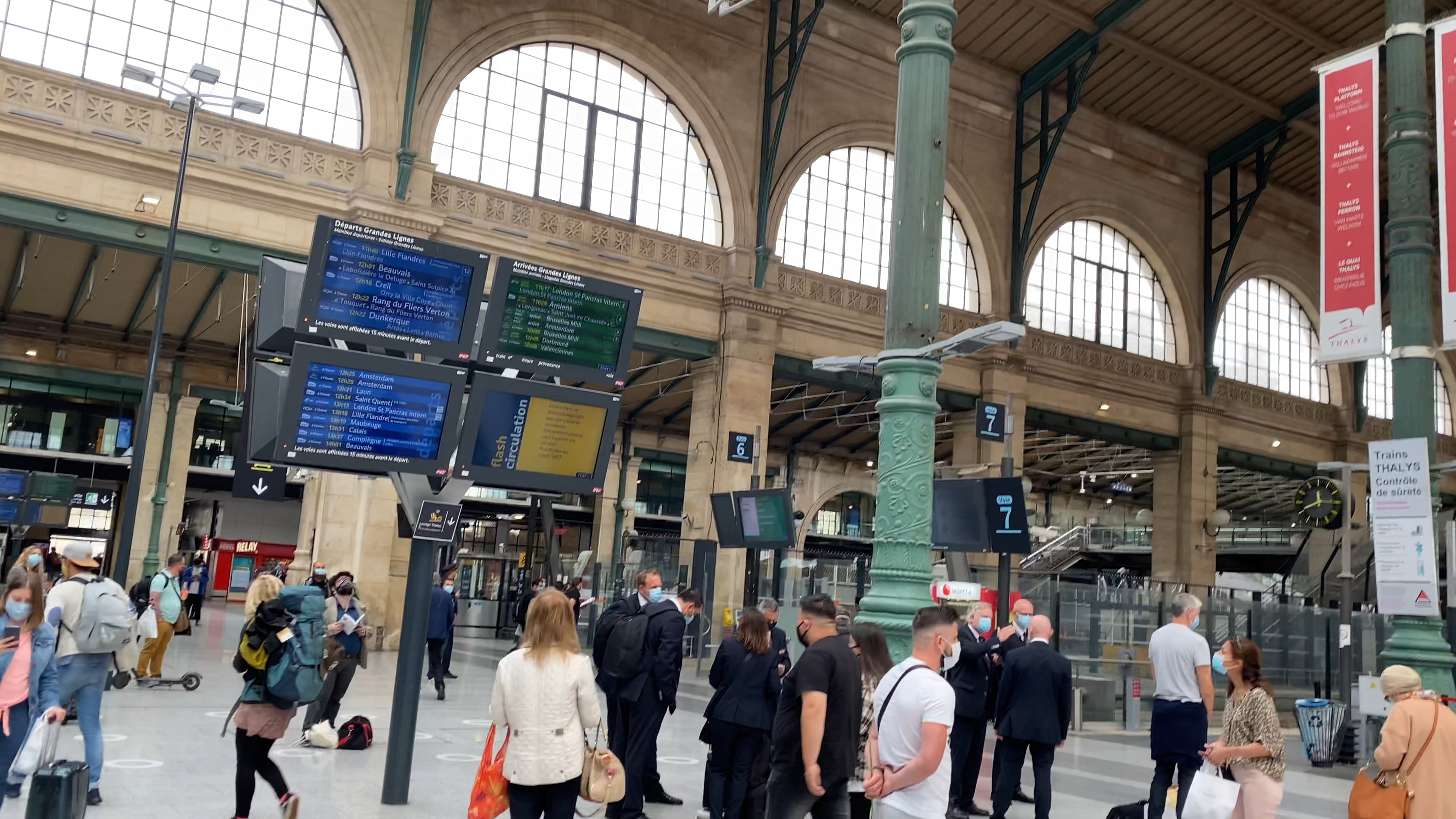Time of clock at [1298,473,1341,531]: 11:41
